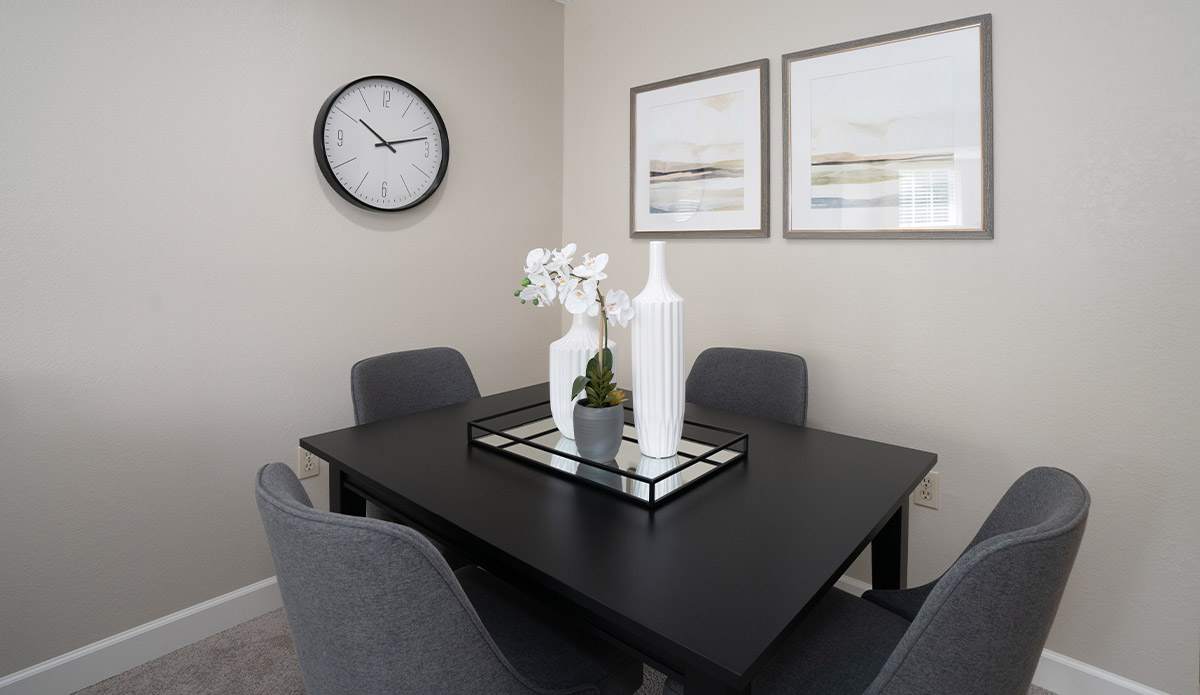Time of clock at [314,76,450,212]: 10:12
